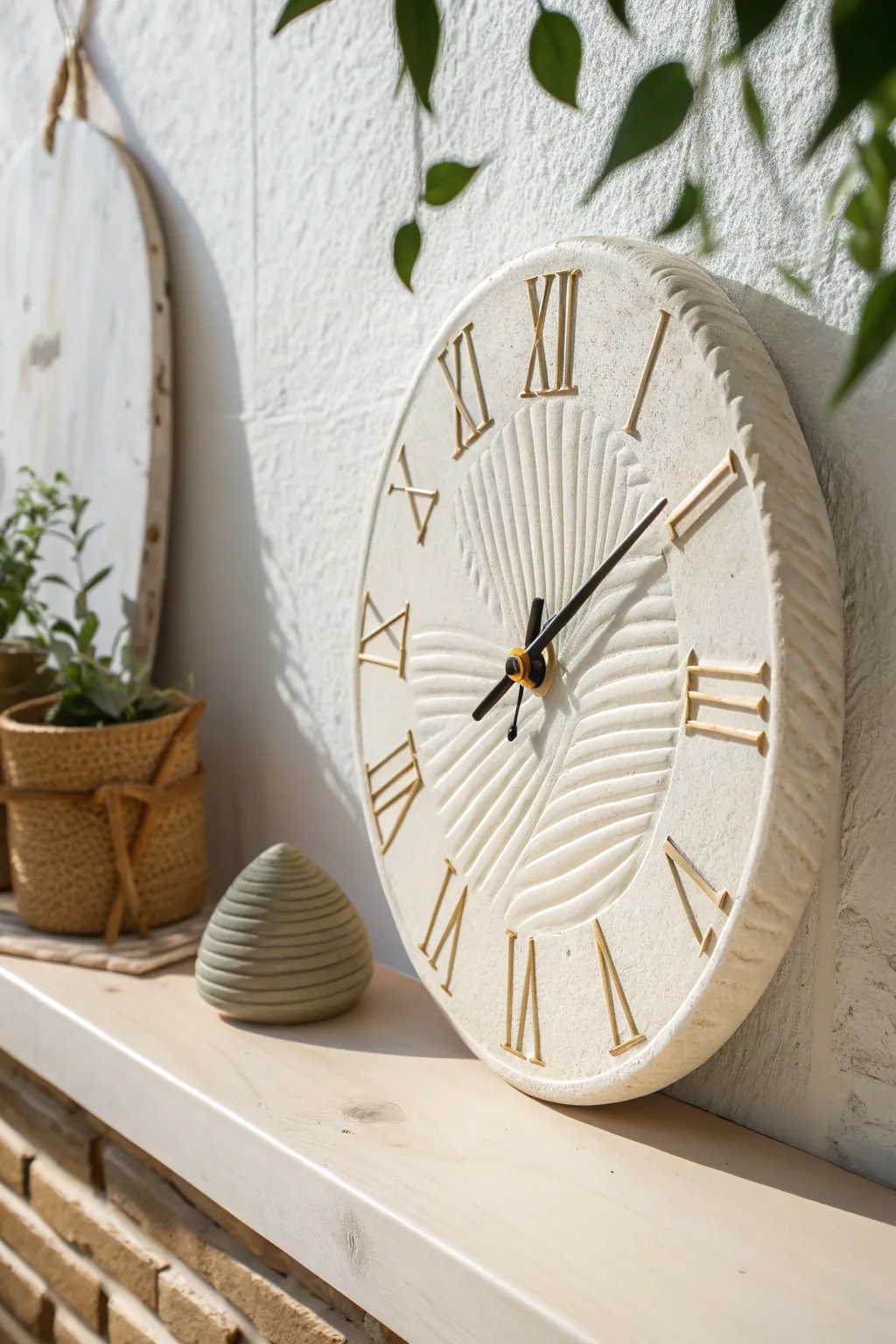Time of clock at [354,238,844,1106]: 8:09
